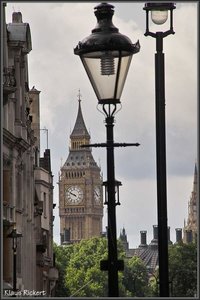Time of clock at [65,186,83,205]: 9:50
